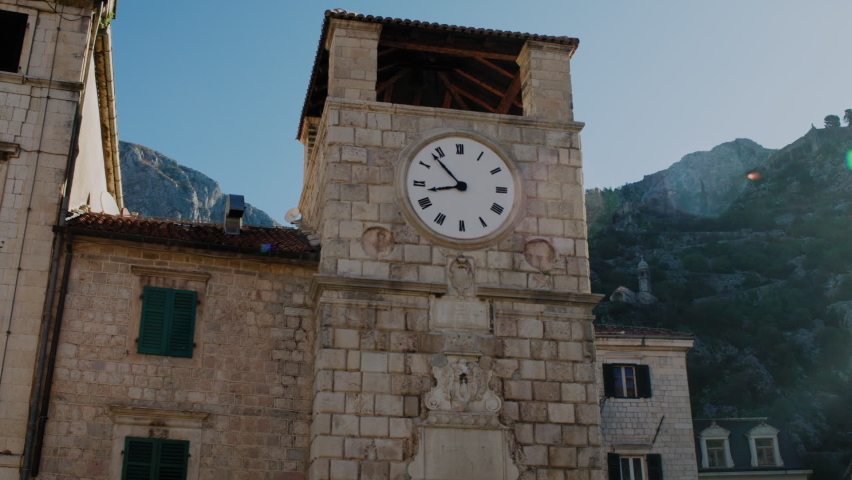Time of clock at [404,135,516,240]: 10:42
